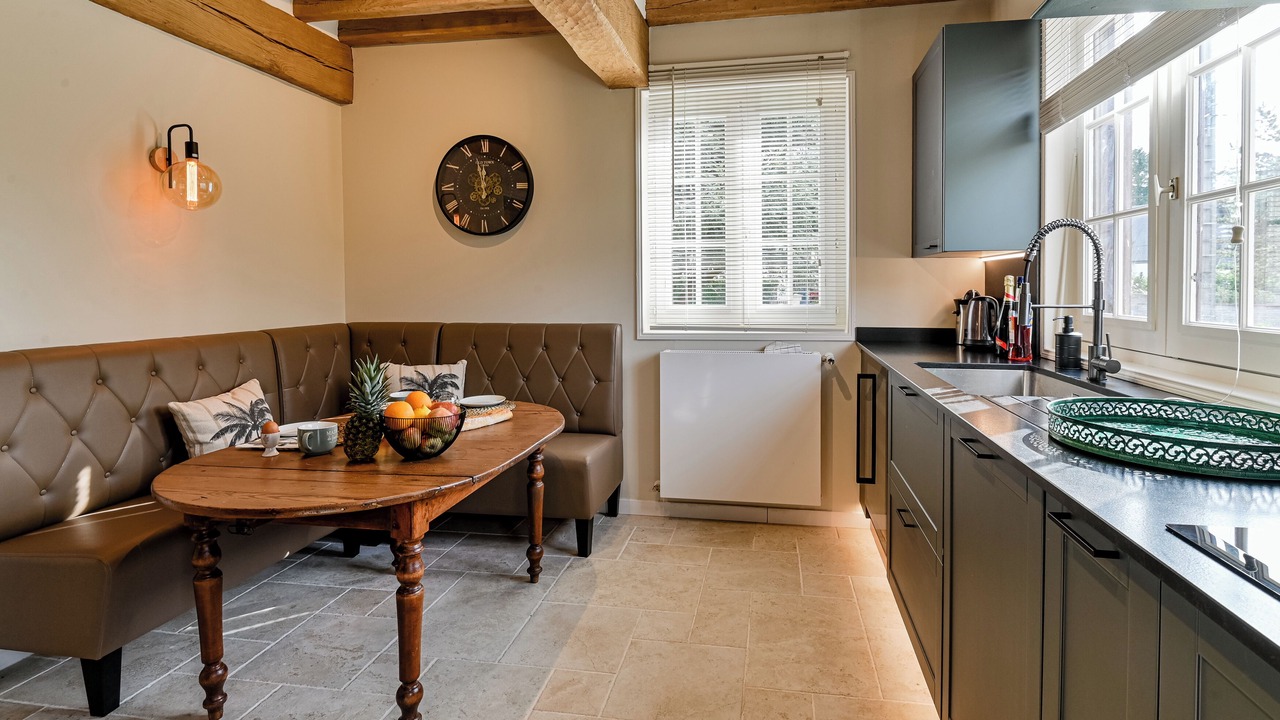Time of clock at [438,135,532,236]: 11:57
